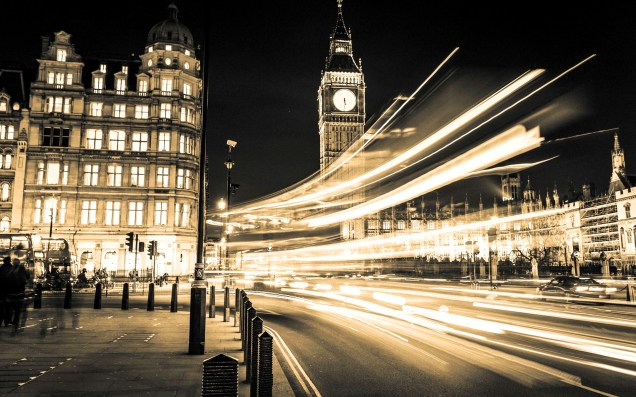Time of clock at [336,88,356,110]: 5:30
